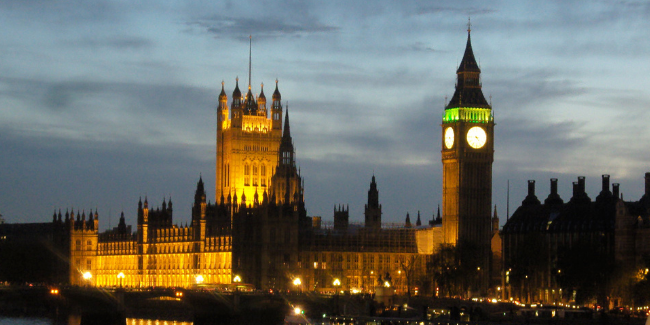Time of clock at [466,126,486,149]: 4:46
